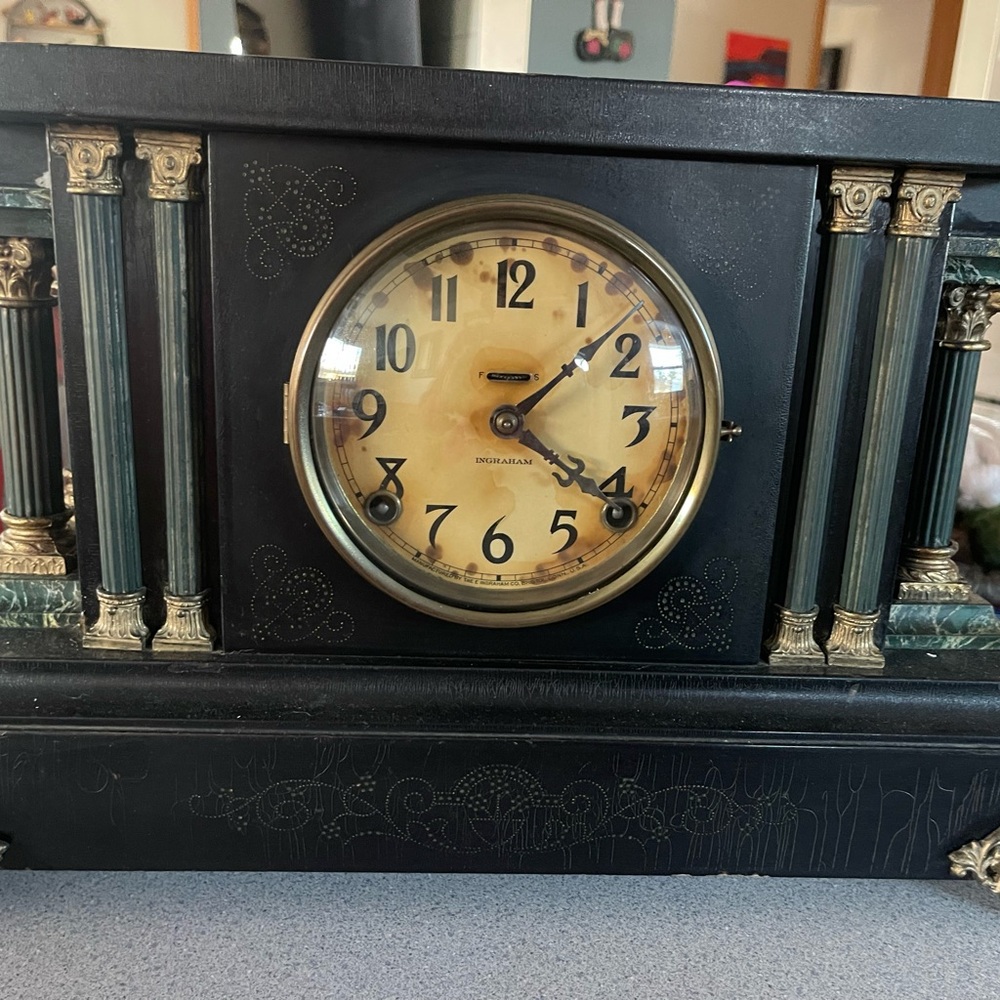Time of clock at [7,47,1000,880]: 1:21
